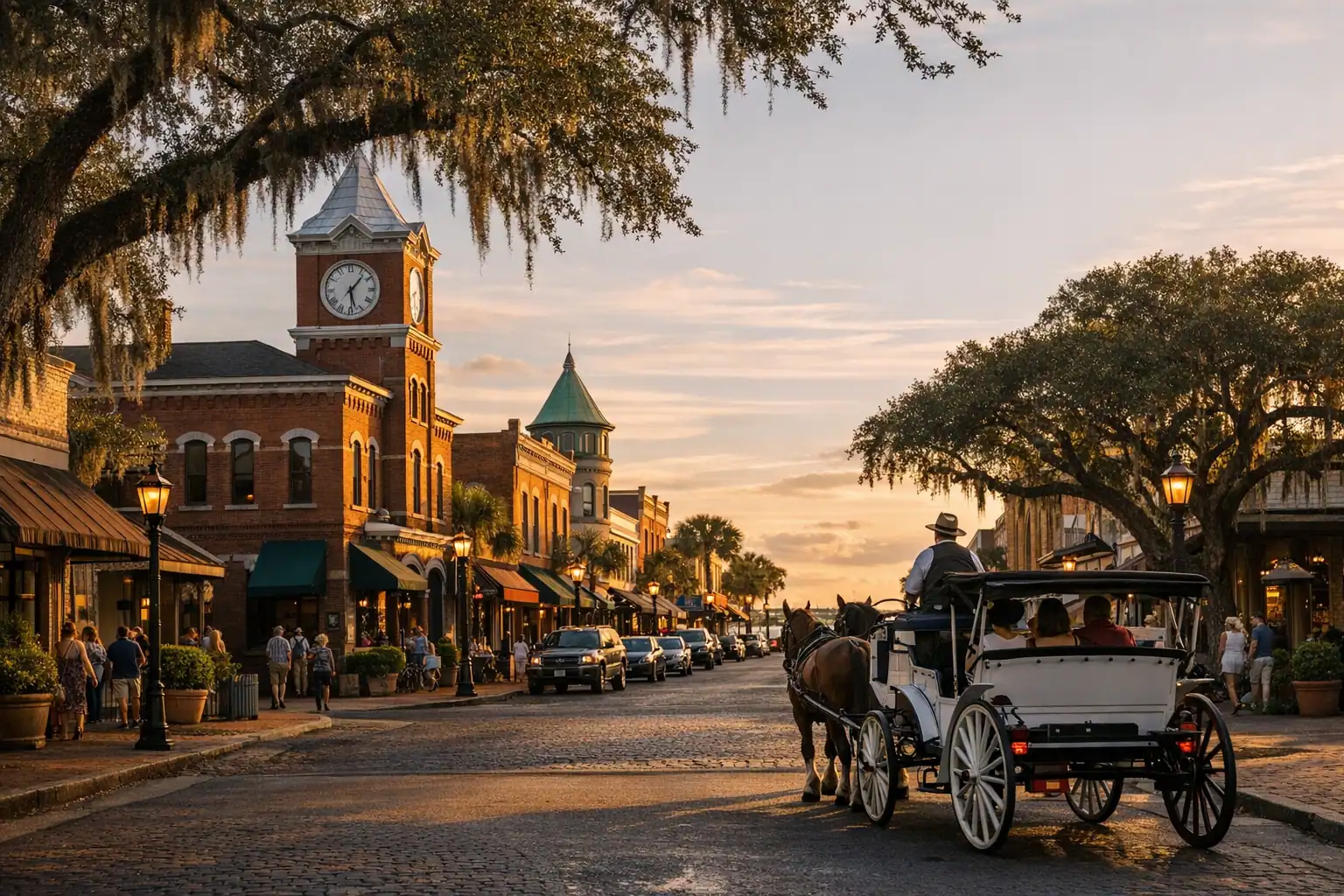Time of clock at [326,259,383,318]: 1:28
